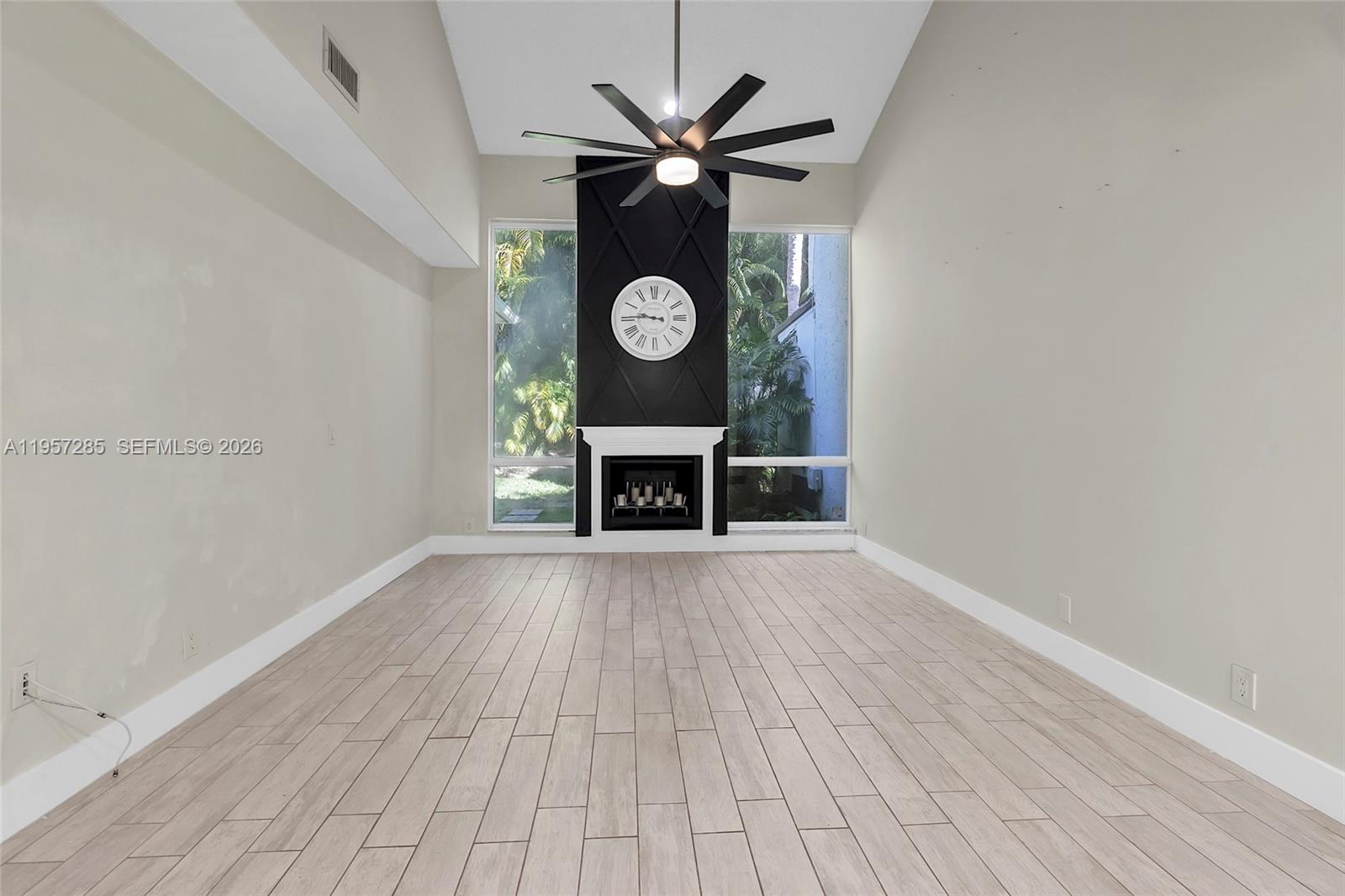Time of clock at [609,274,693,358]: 9:45
